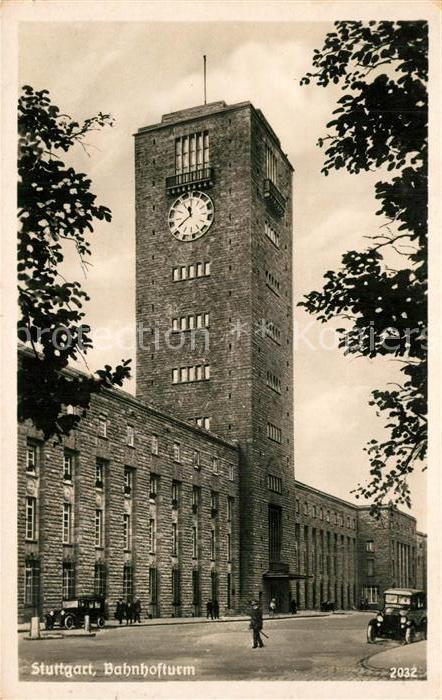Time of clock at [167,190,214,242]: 11:40
